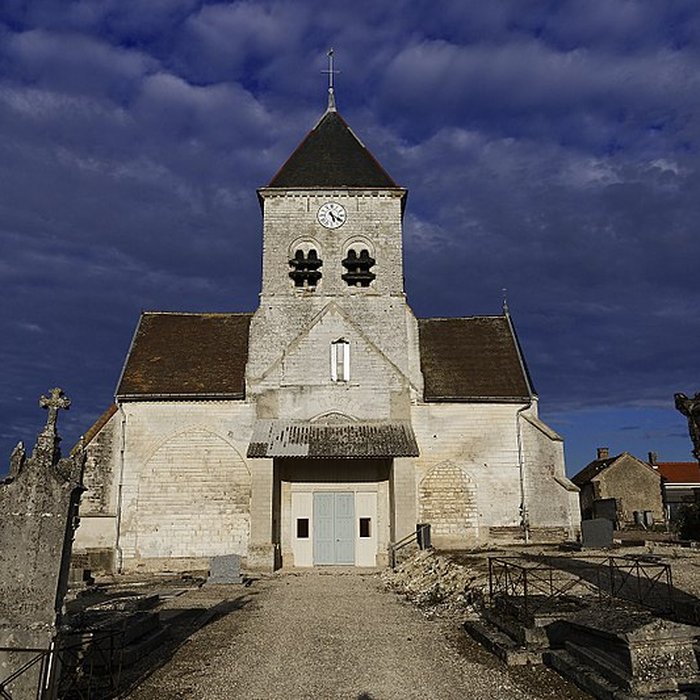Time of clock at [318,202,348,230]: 5:19
